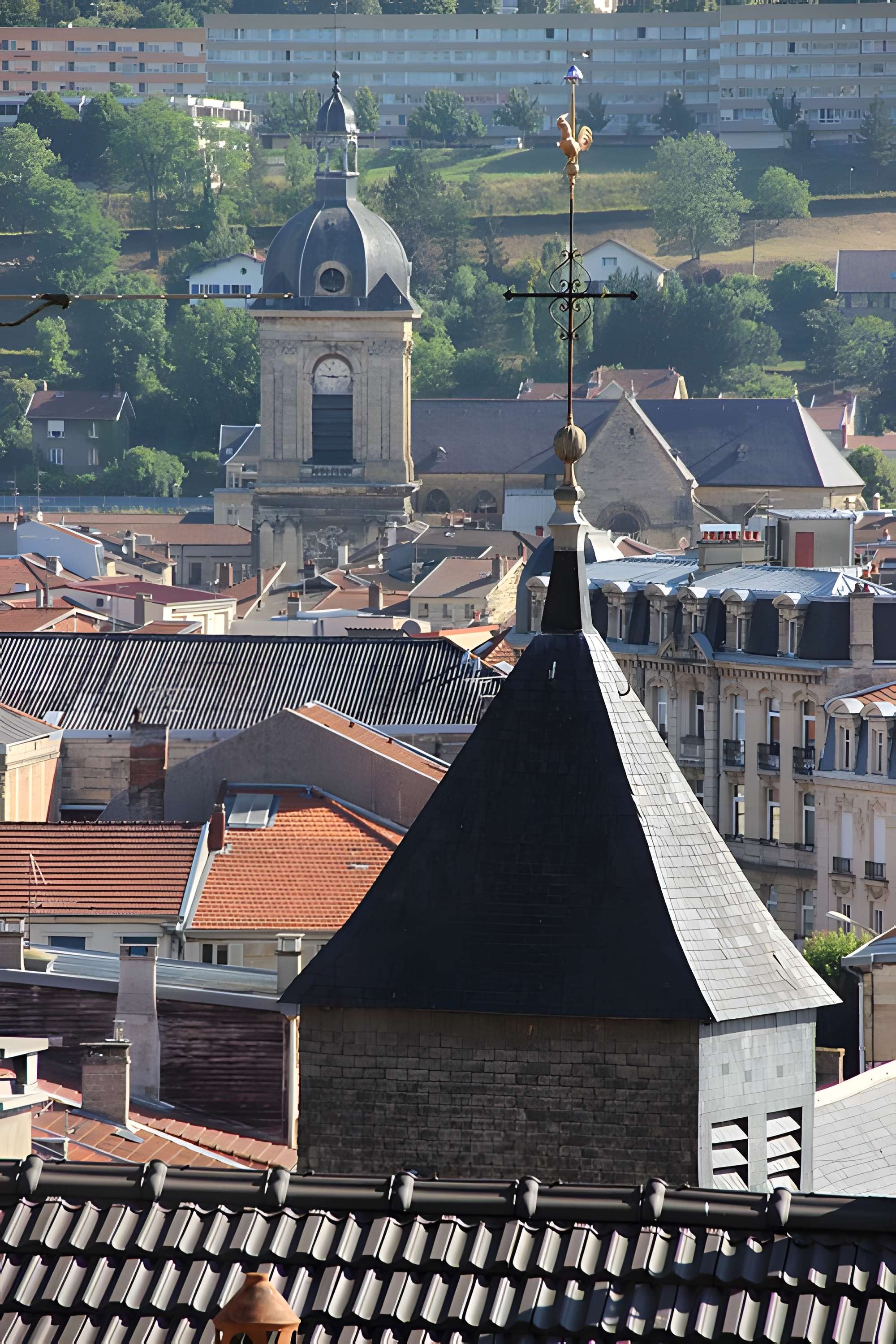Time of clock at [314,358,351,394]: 2:46
